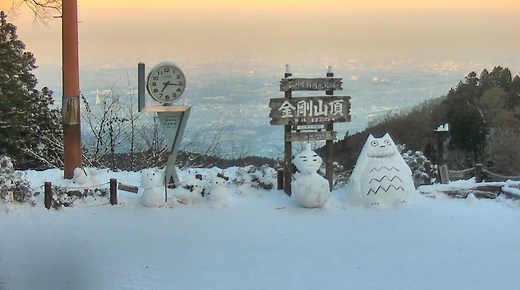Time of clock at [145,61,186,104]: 7:16
